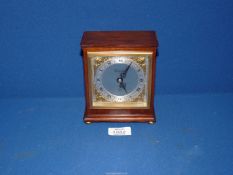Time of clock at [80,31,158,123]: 5:05
